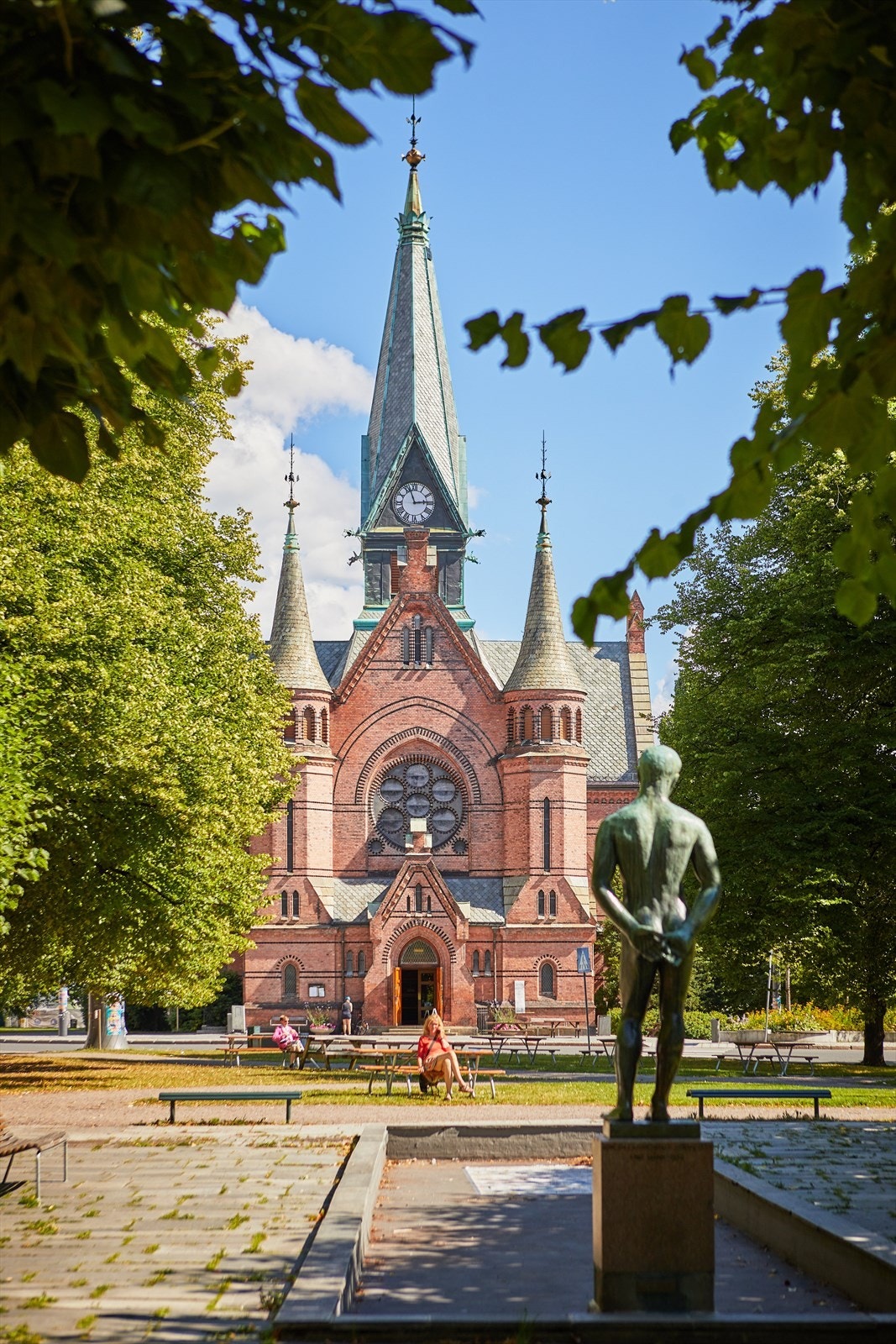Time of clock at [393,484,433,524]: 2:56
